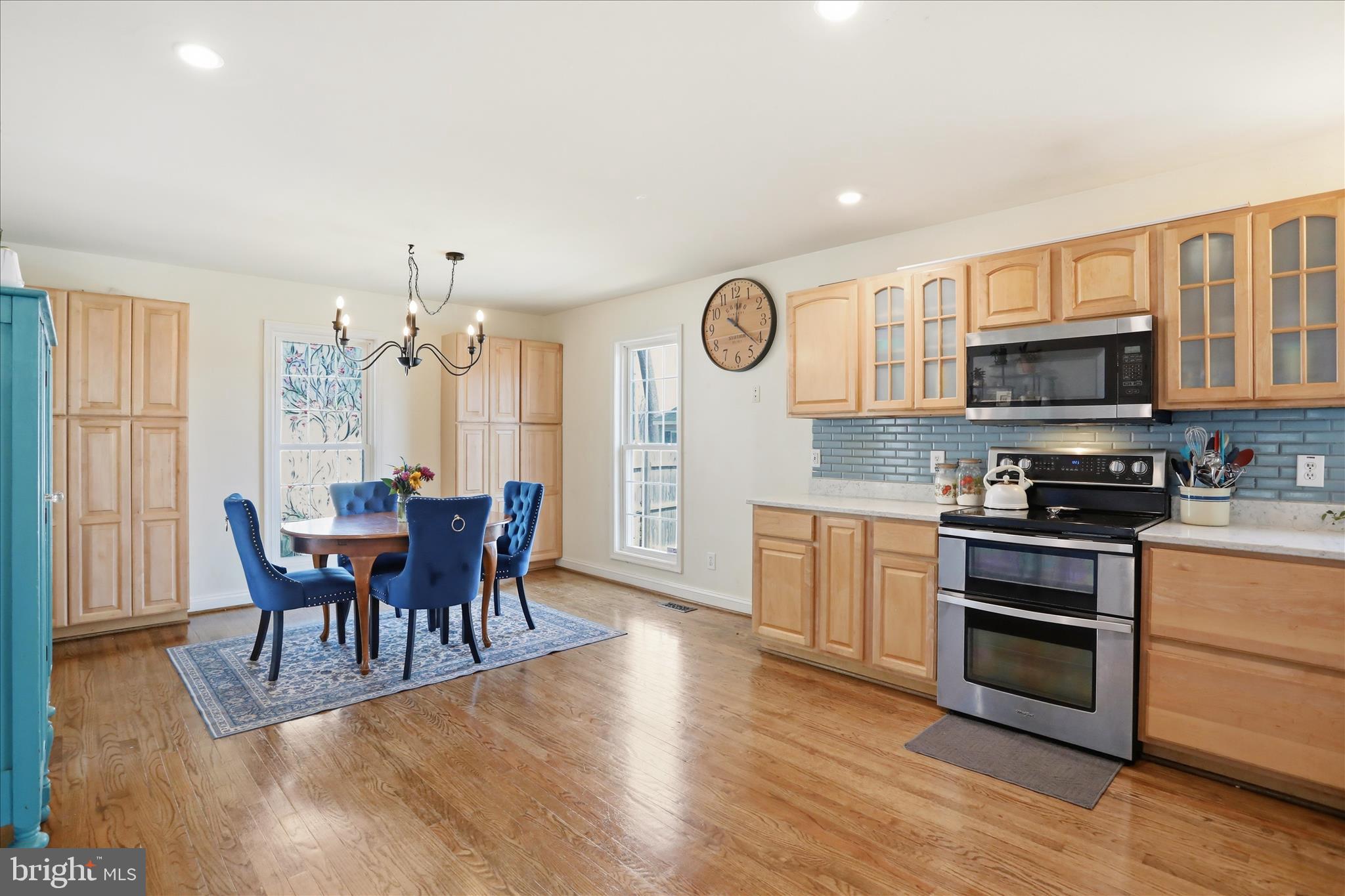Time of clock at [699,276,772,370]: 12:21
